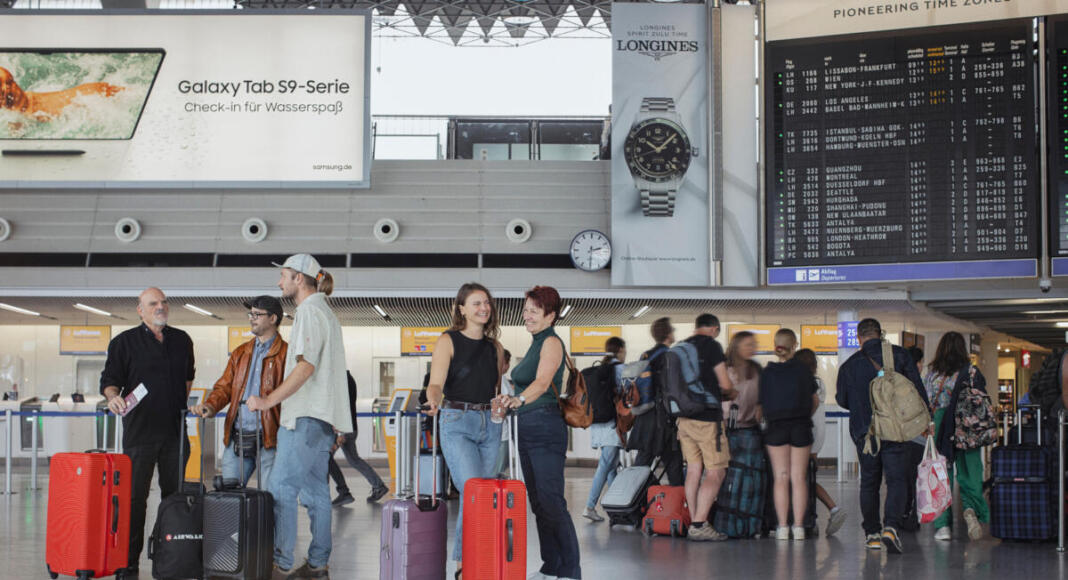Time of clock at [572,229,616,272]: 2:30
